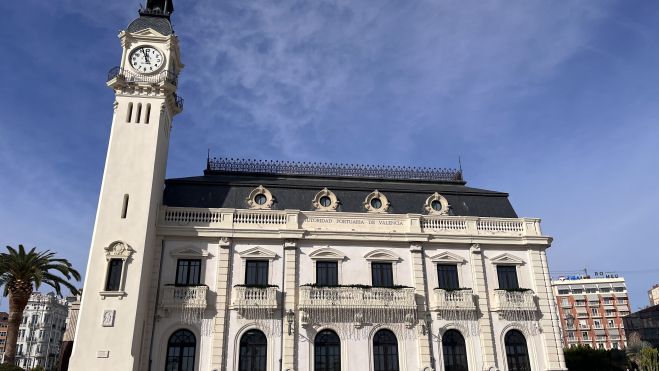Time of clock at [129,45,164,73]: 11:56
